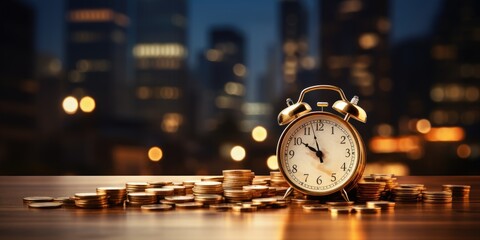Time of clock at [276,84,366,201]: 9:57
